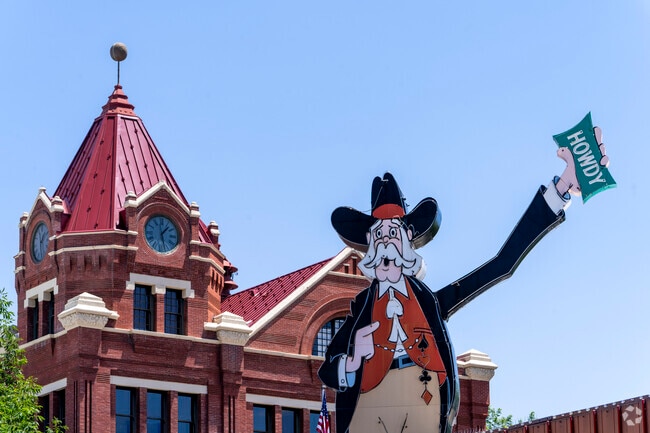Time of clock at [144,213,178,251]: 1:27
